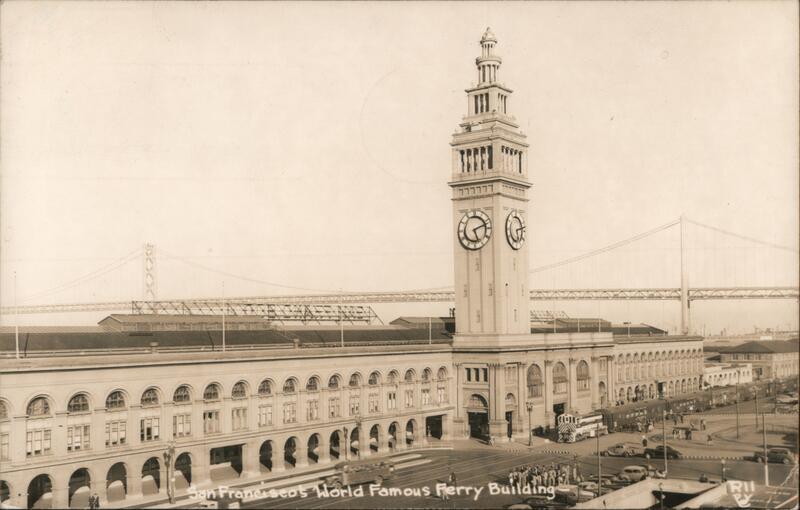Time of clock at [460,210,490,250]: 5:11
